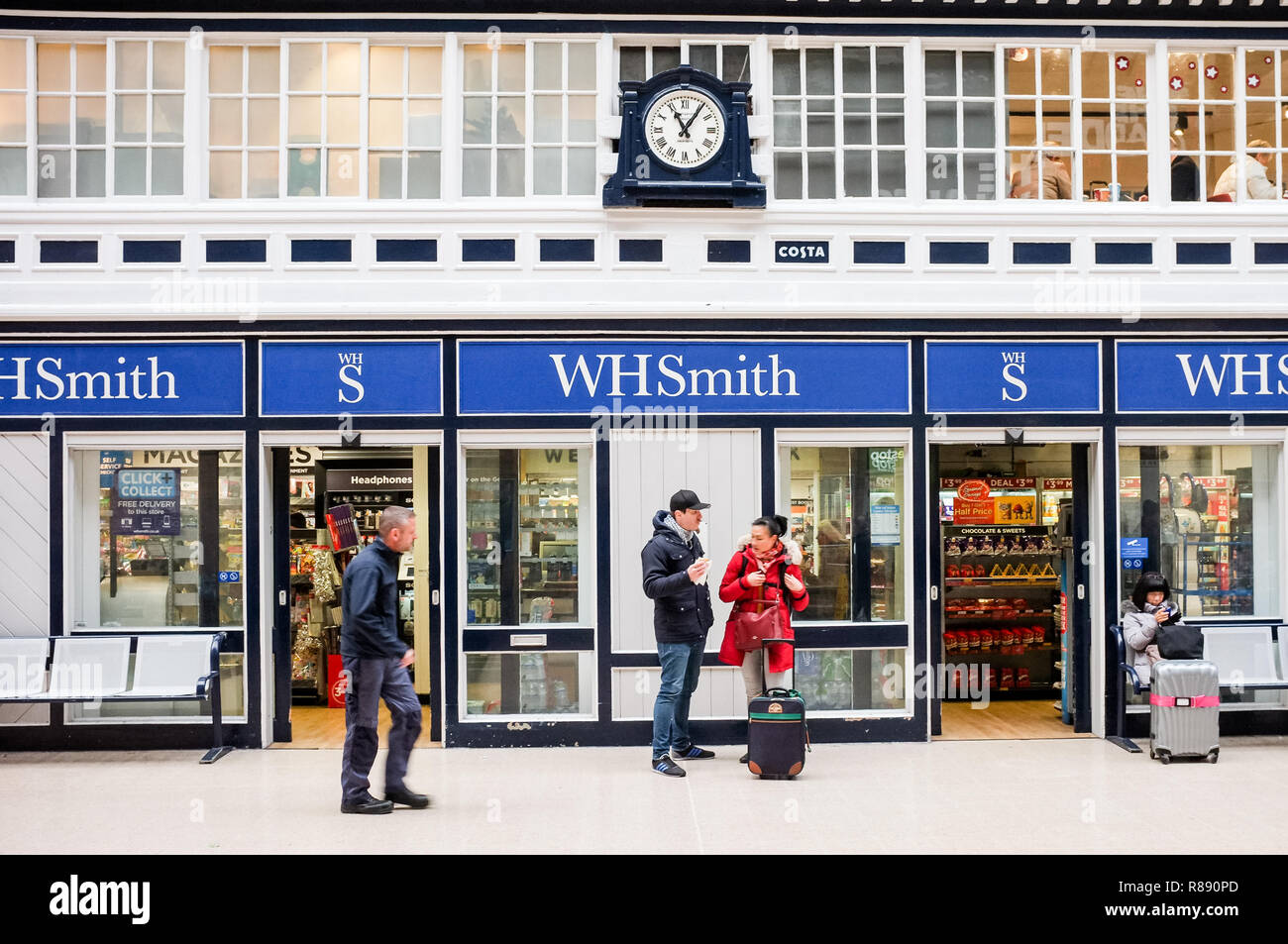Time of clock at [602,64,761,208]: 11:06
